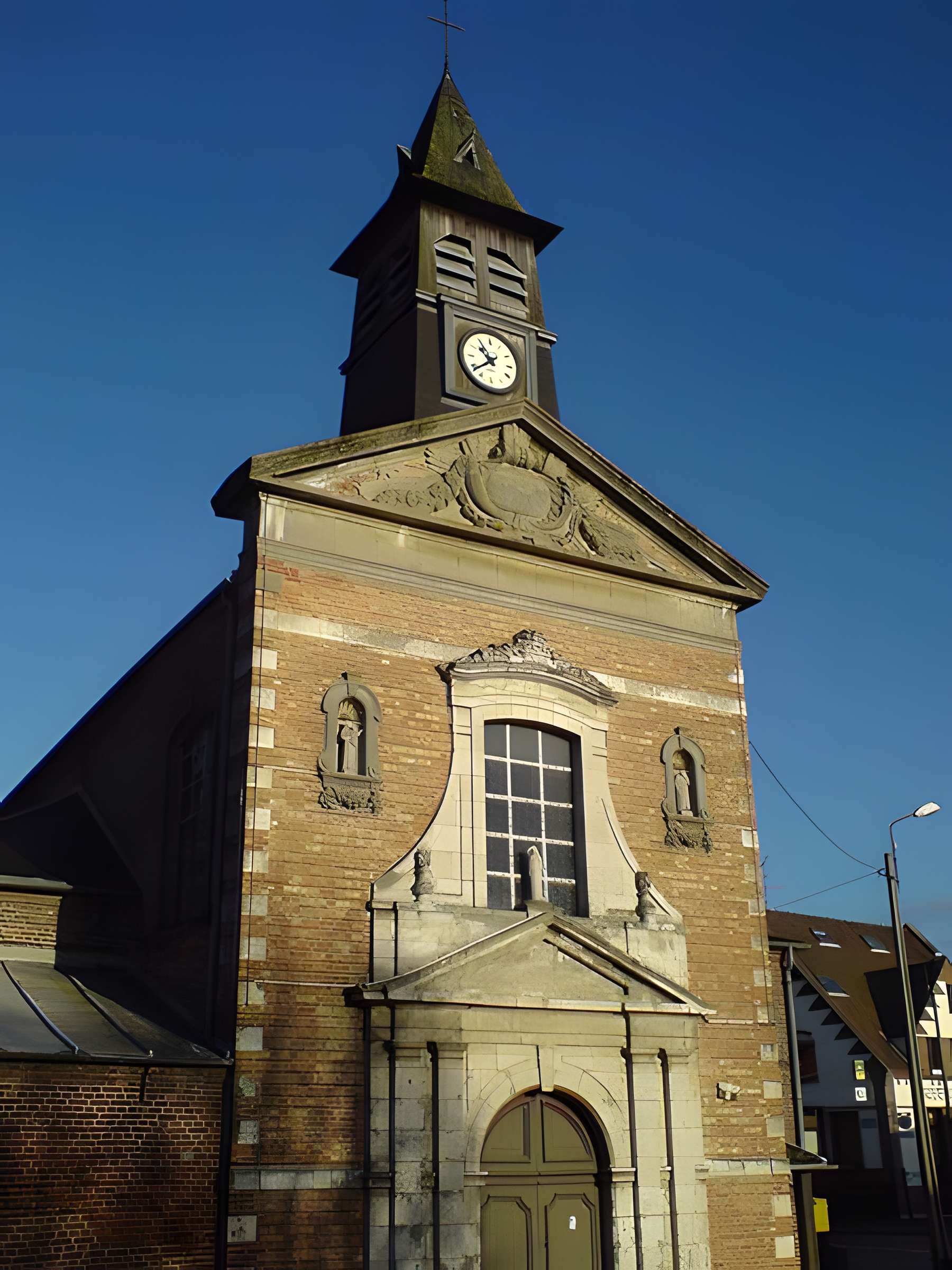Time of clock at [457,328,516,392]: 10:38
